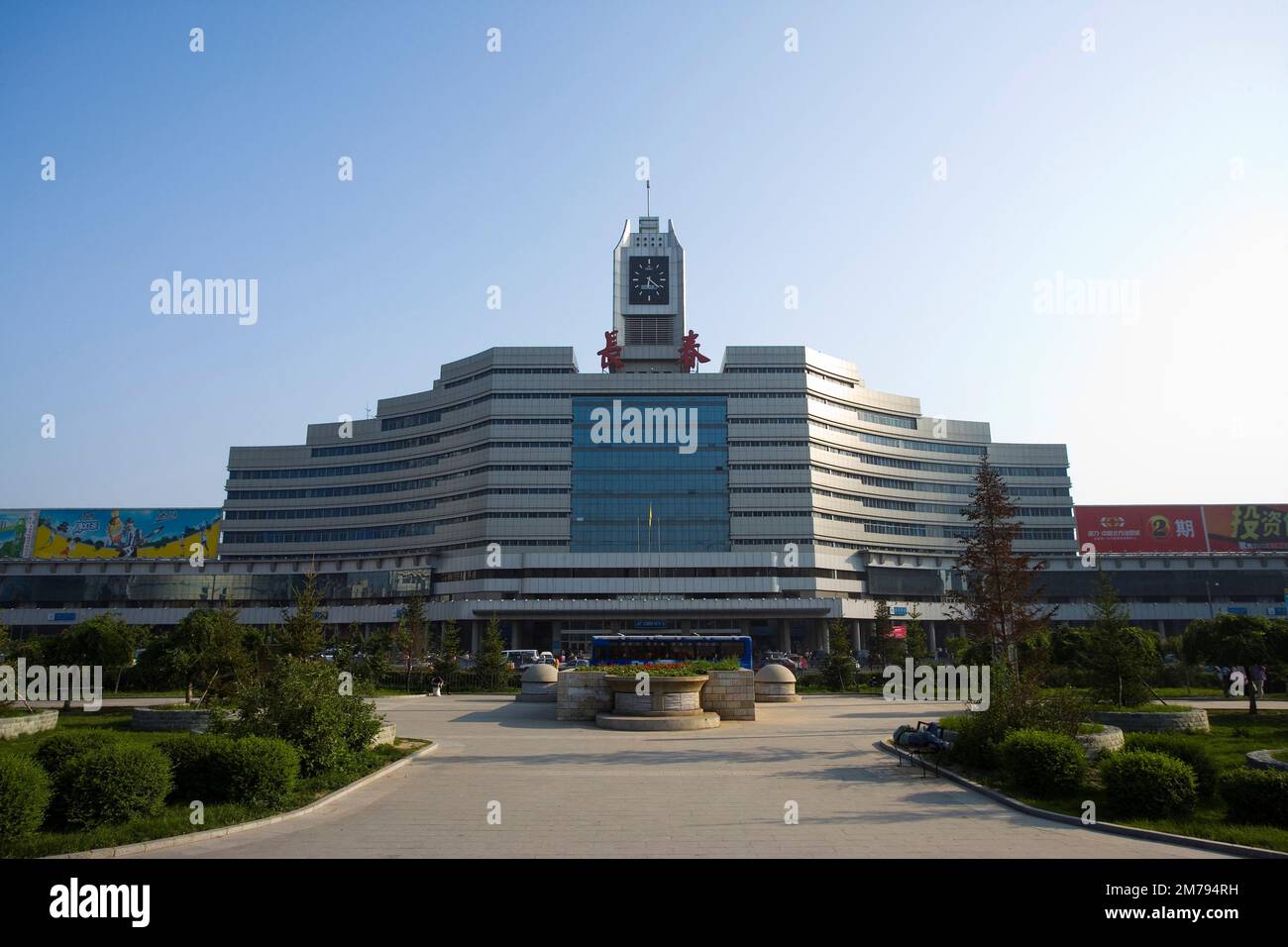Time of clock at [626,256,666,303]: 6:21
